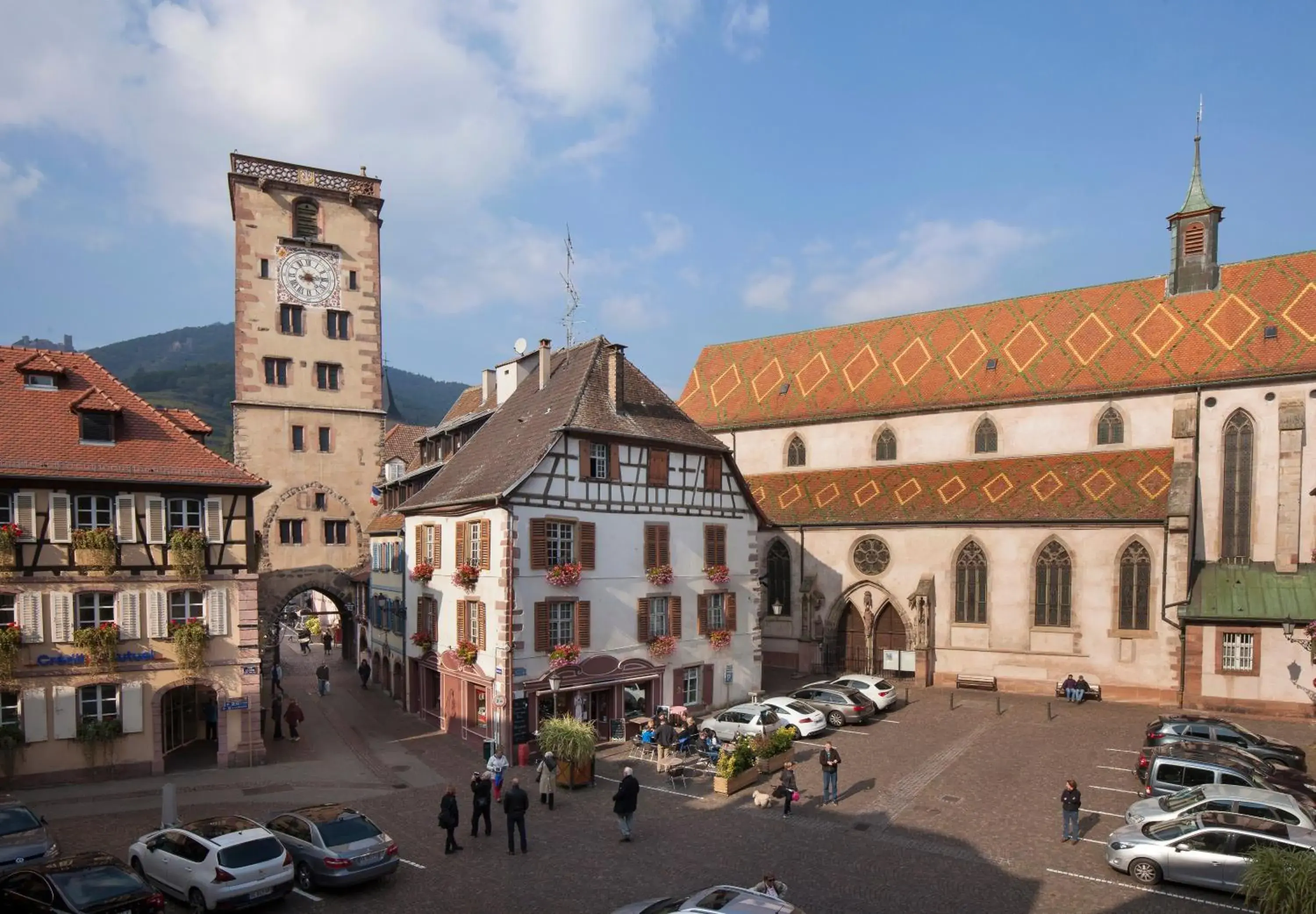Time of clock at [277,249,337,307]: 2:53
